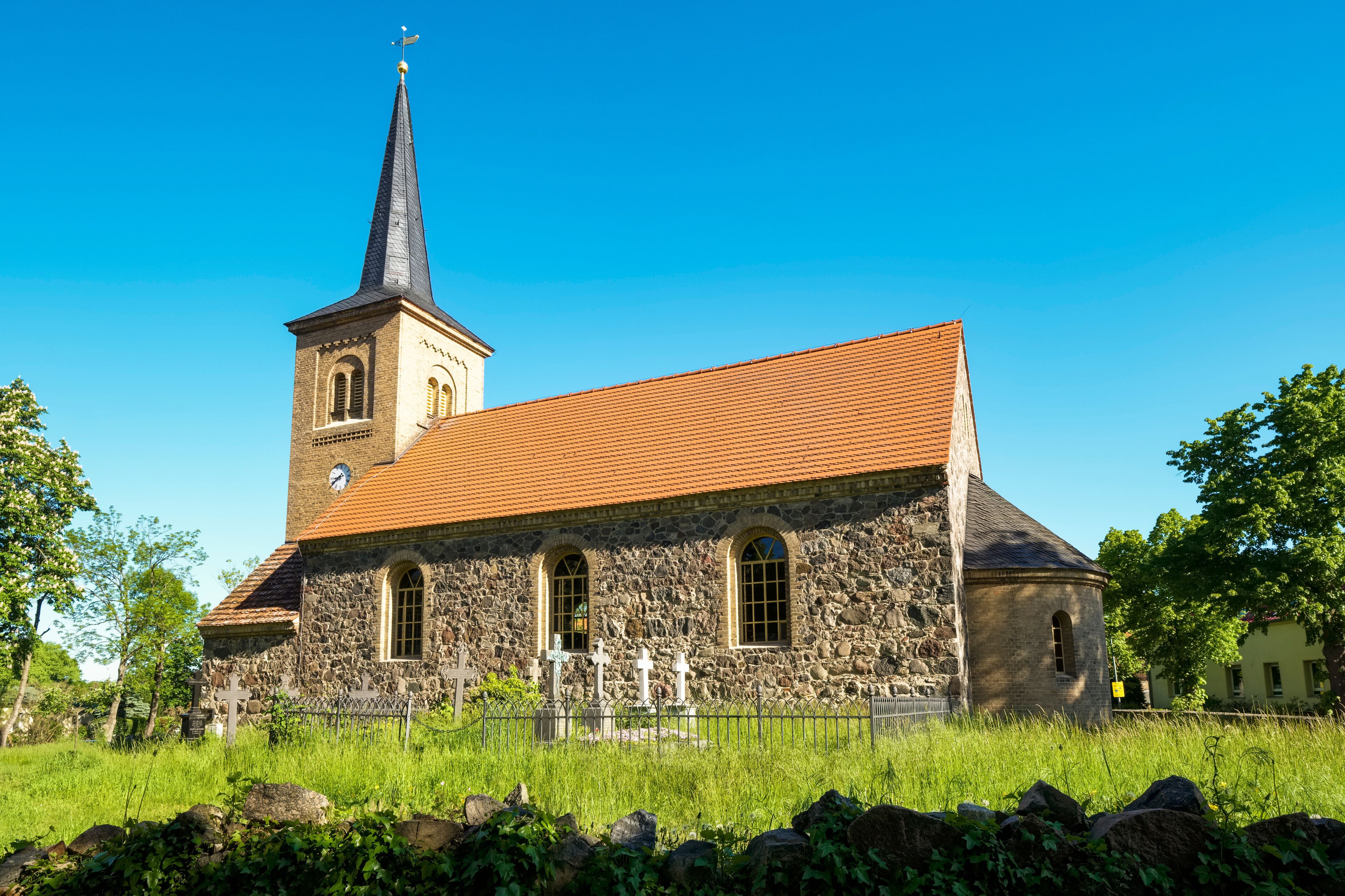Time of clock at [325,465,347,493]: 8:38
